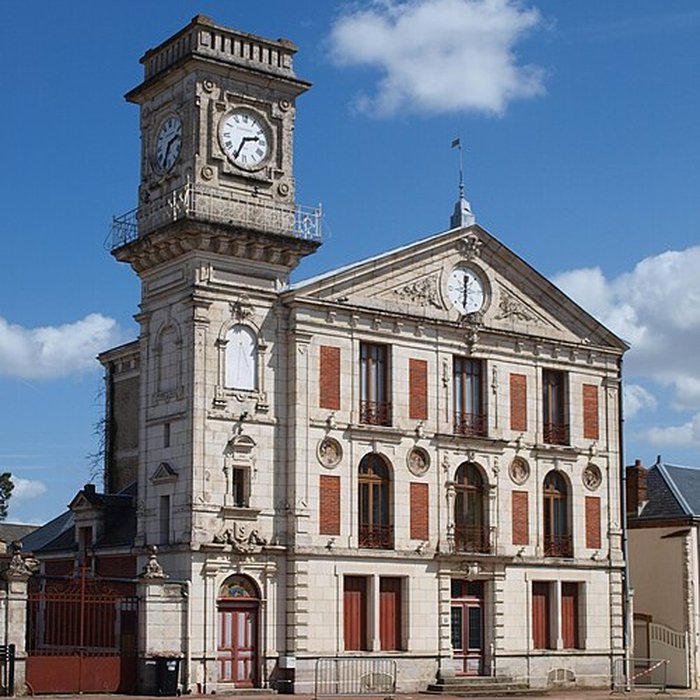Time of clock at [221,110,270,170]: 2:34
